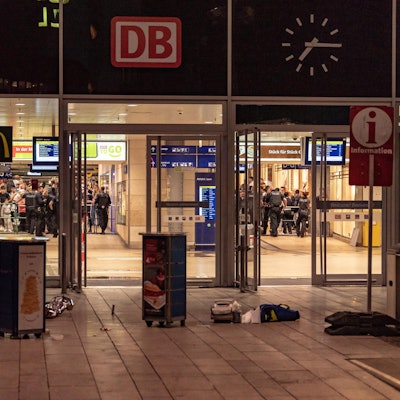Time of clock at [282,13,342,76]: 7:15
